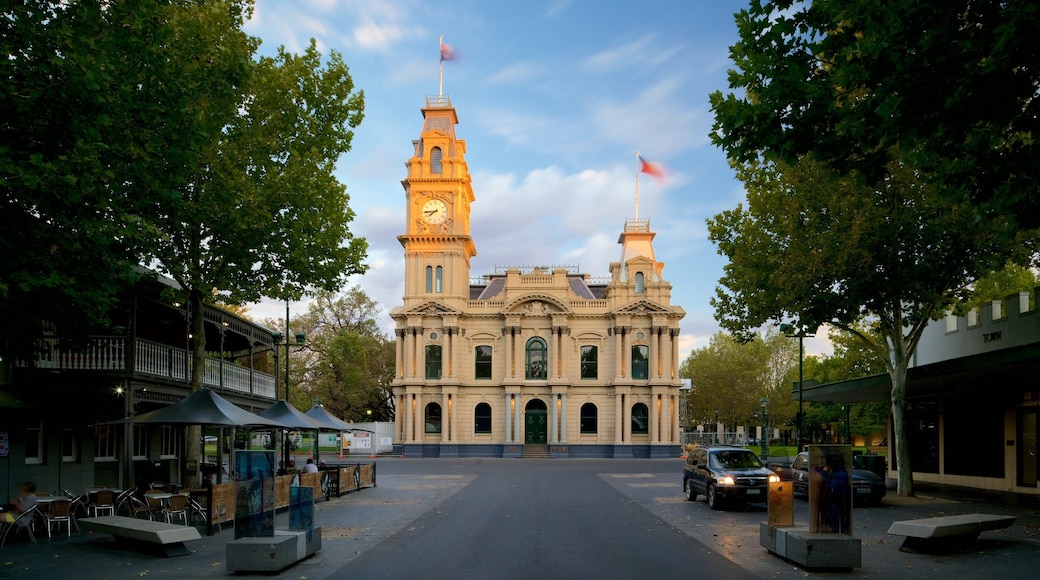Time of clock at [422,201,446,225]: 7:44
